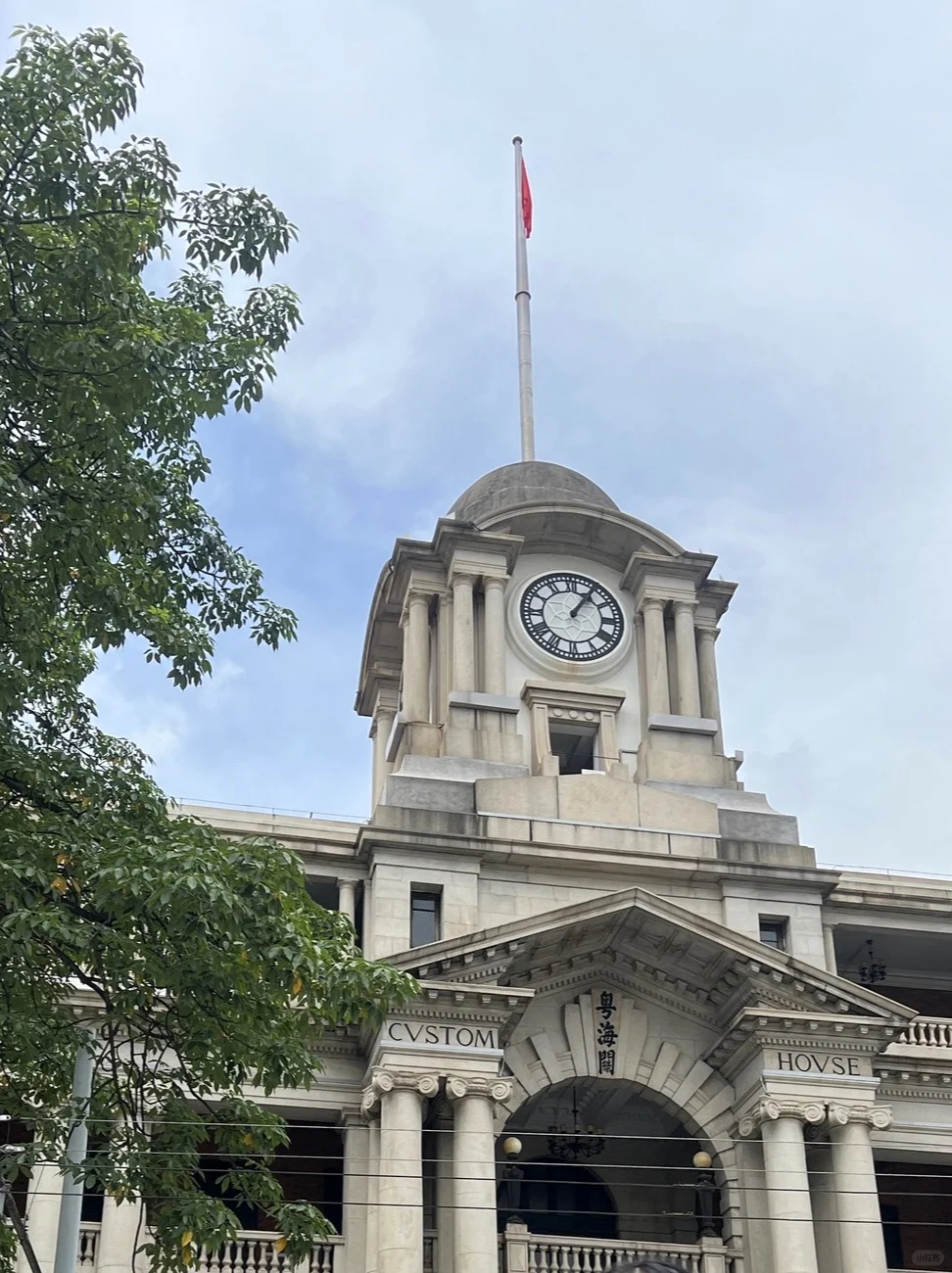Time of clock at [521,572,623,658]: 1:05
